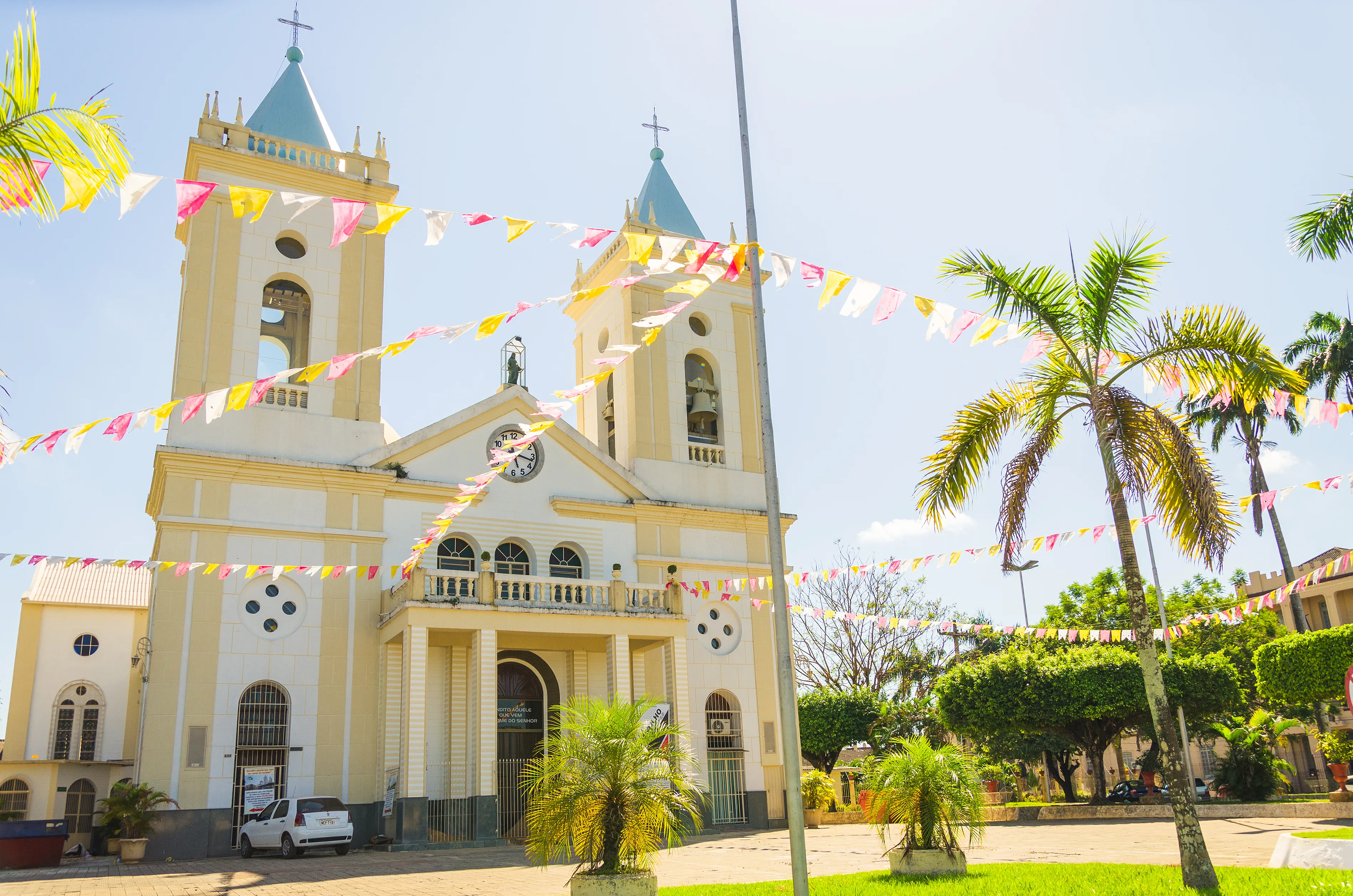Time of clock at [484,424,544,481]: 5:17
